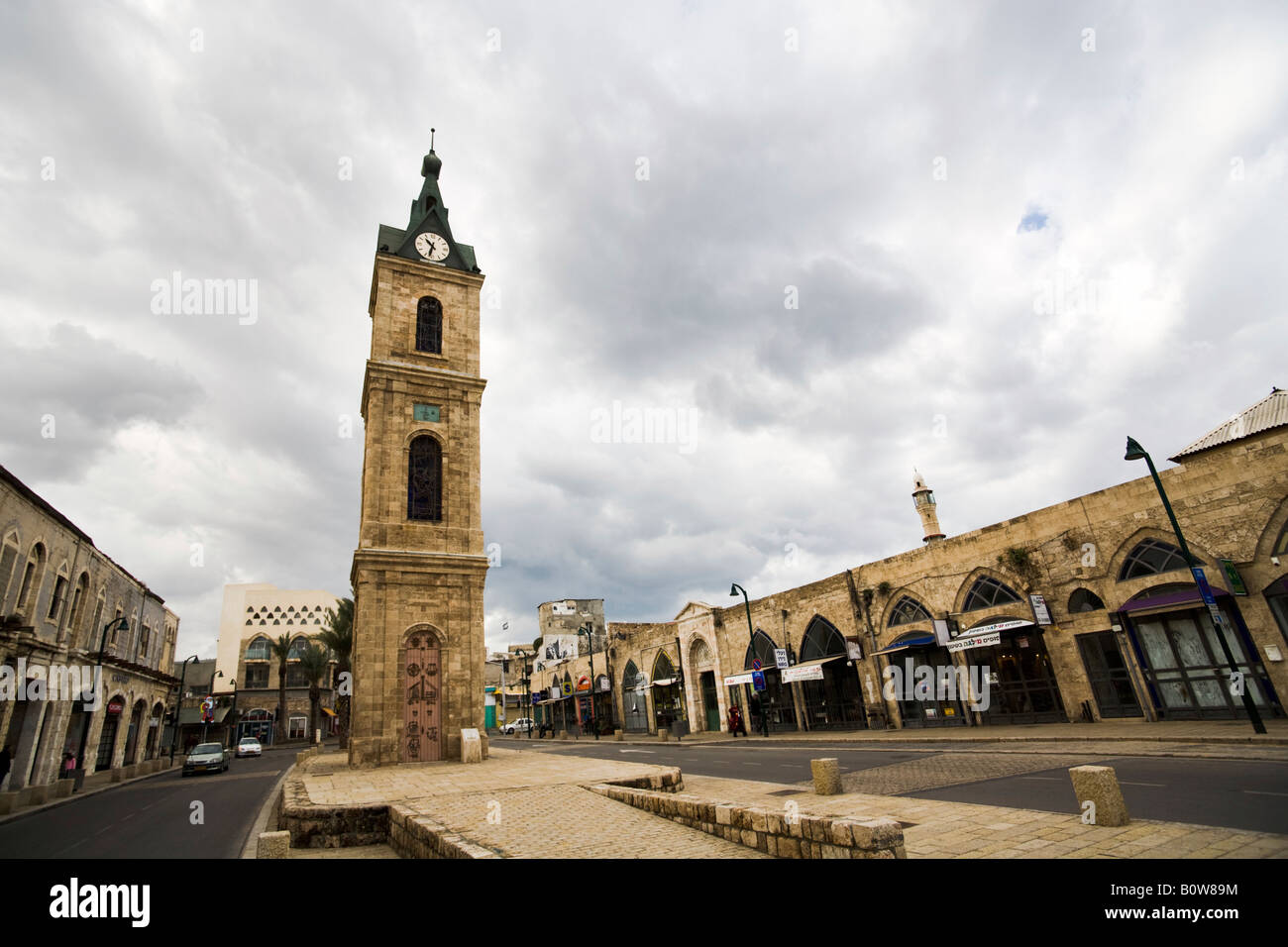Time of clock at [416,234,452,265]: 10:32
